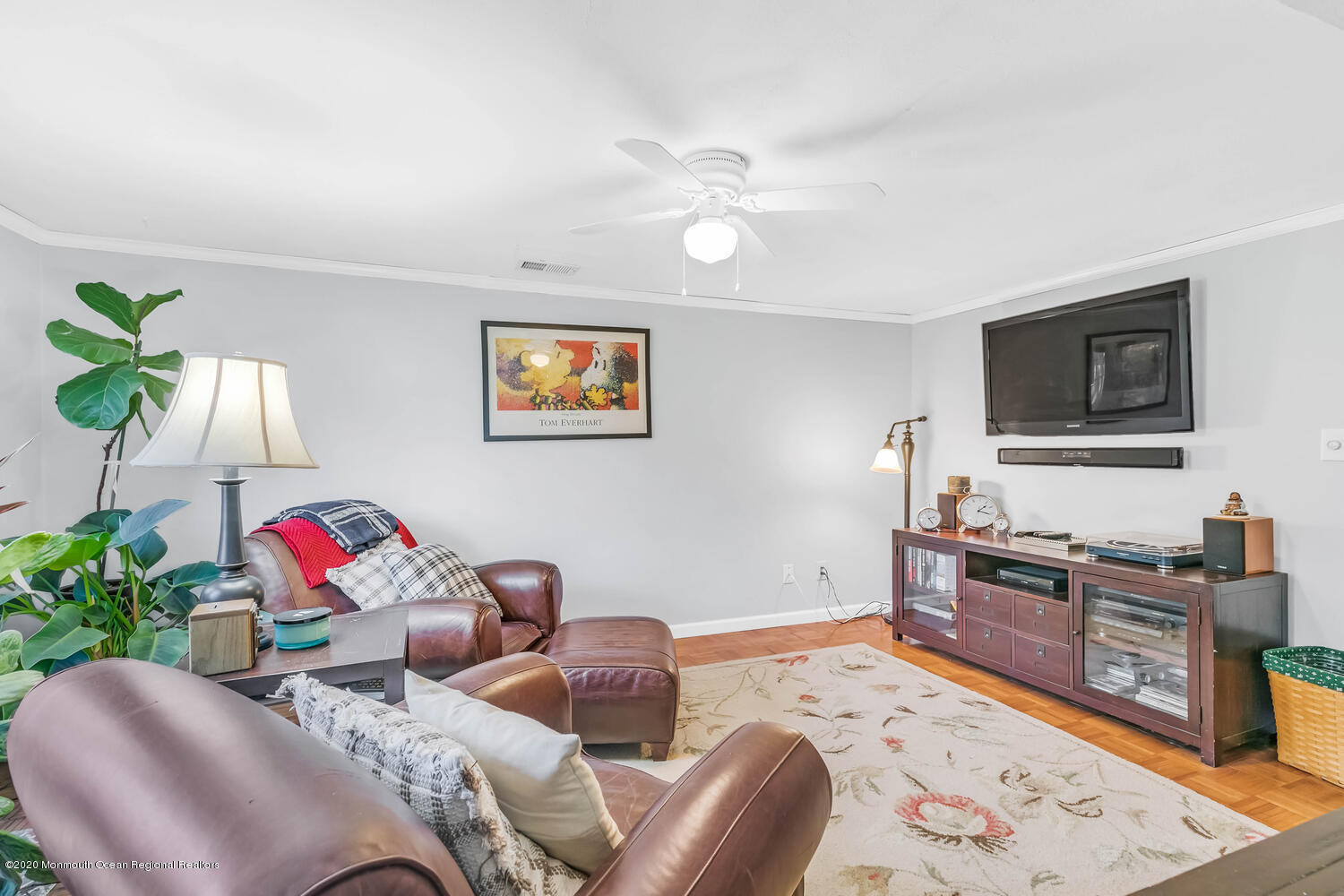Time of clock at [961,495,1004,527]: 1:18
